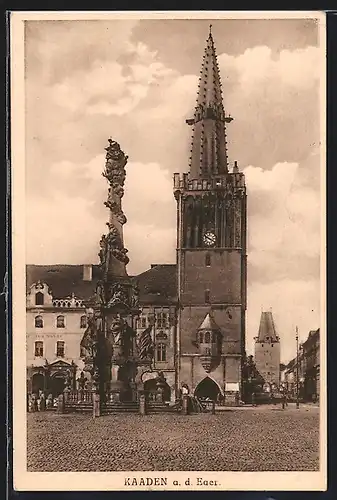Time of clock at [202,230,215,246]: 3:48
